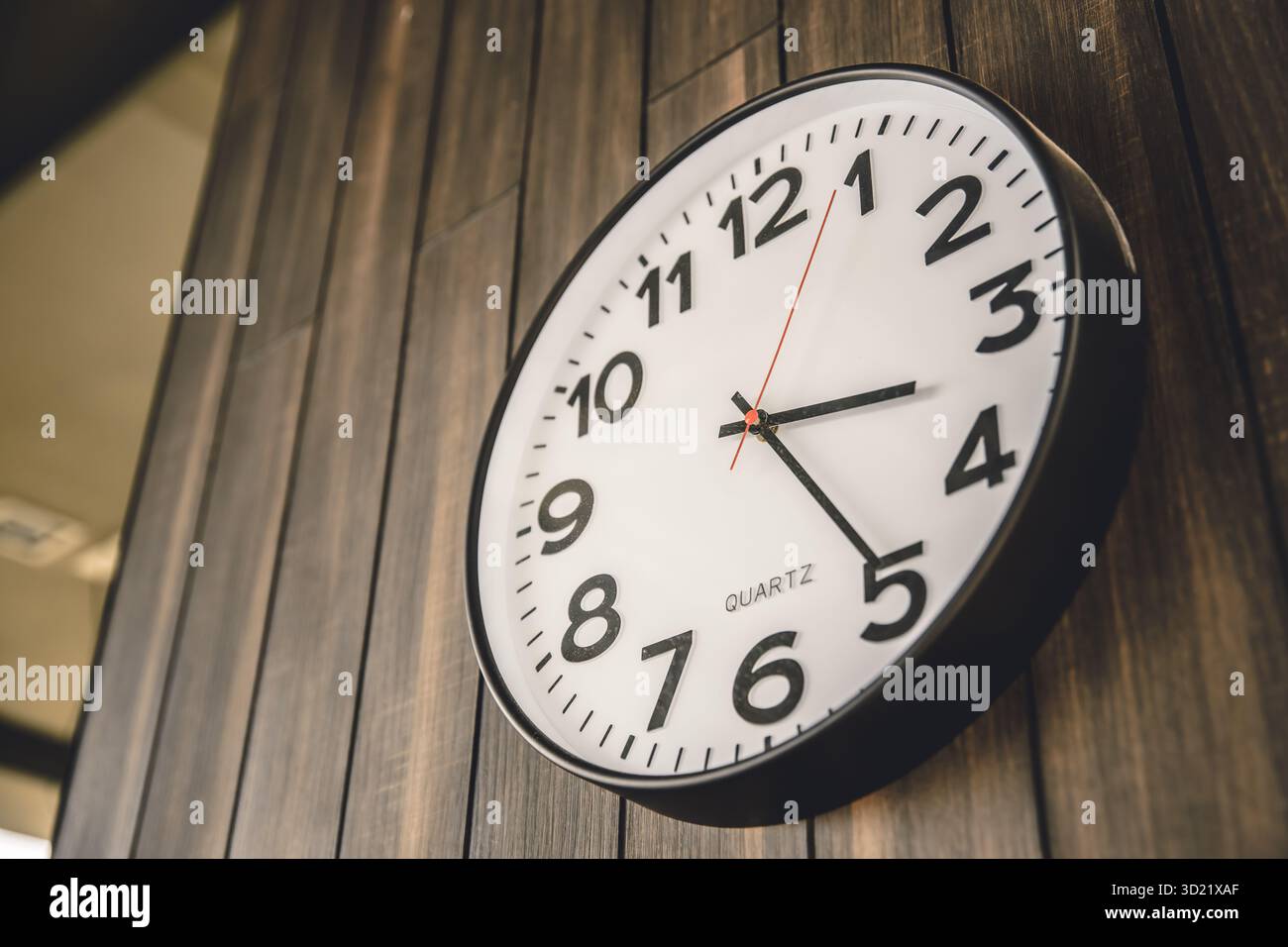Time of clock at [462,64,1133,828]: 3:24
